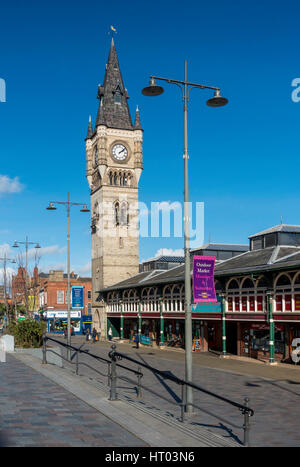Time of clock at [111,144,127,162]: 2:08
